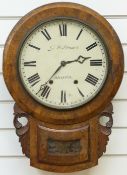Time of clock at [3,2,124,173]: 2:36
